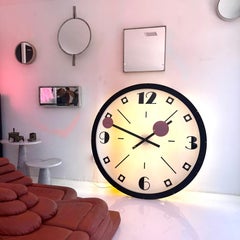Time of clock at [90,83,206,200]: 1:48
